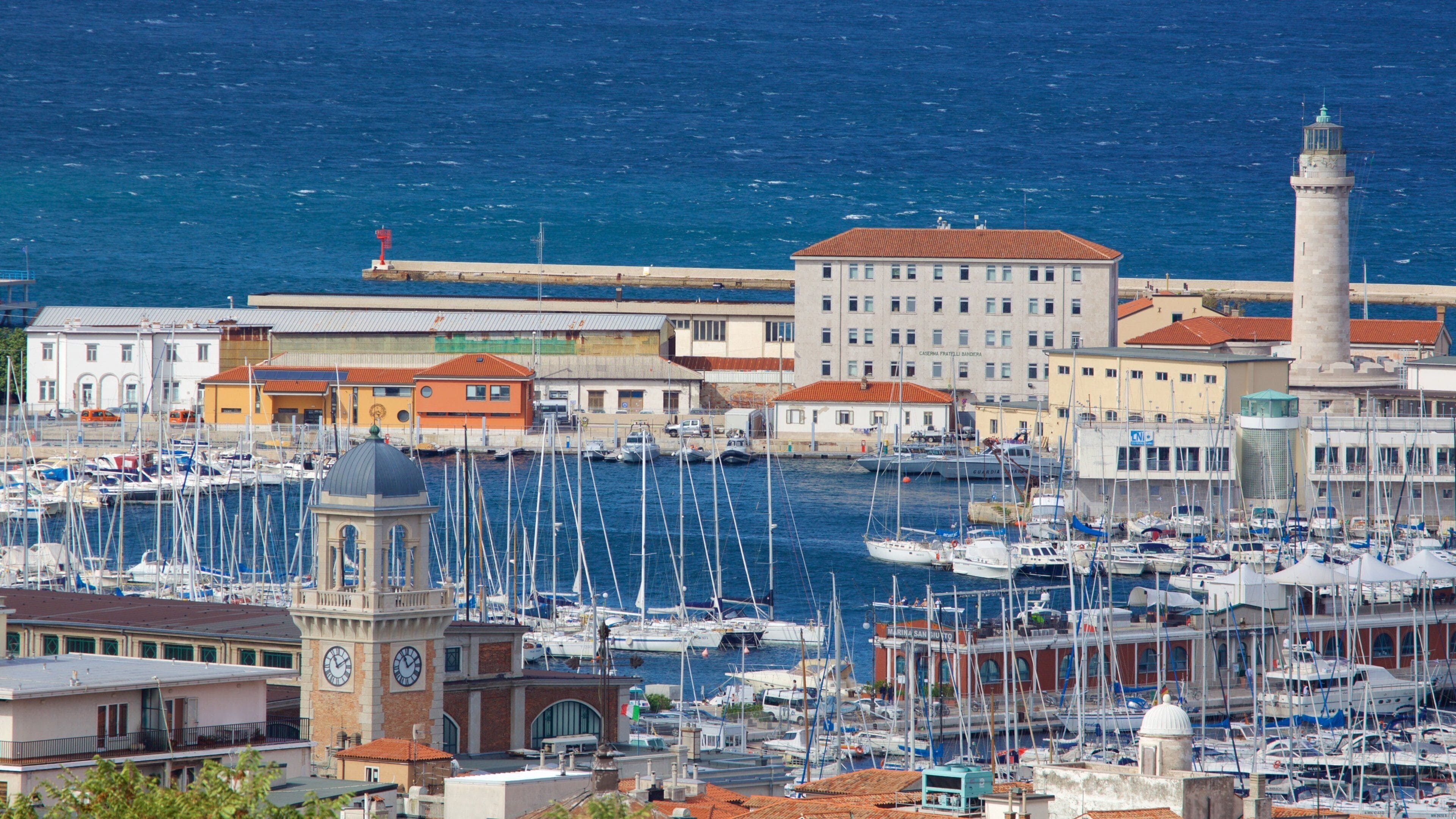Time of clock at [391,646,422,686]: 11:10
